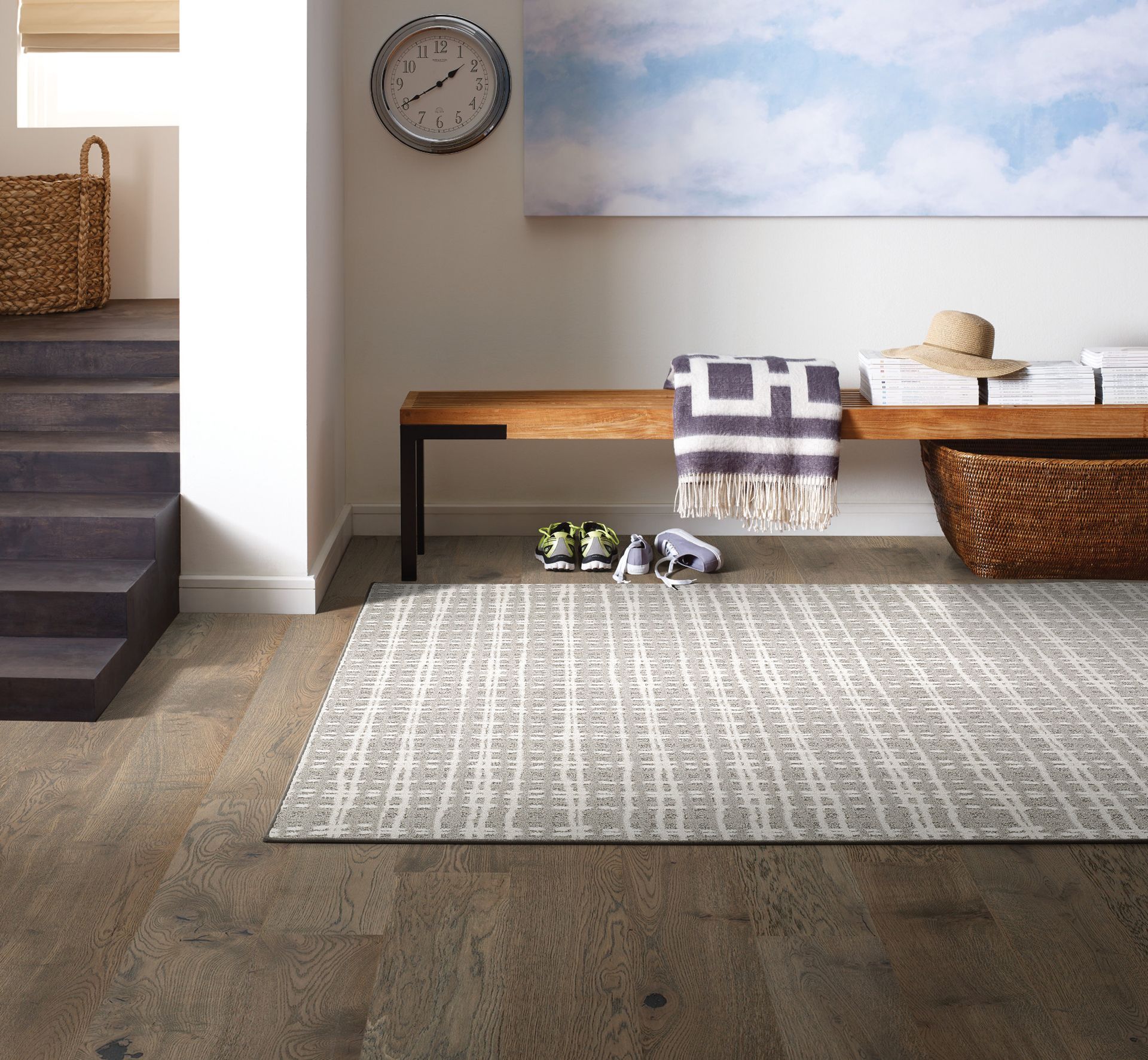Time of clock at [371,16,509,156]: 1:39
